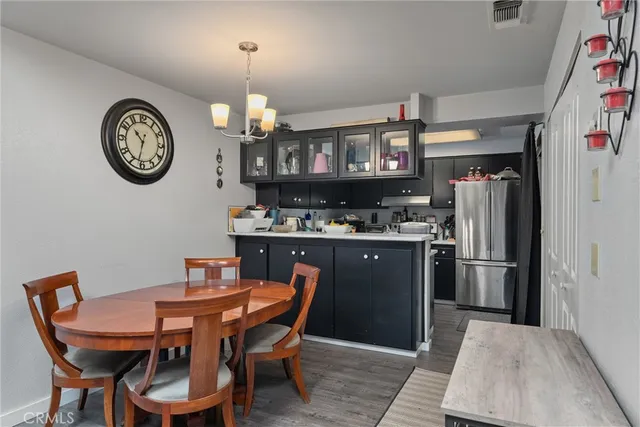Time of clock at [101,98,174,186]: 10:32
